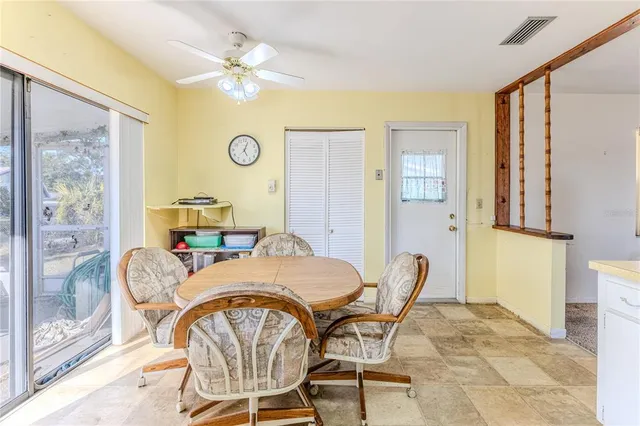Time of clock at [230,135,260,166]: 5:03
